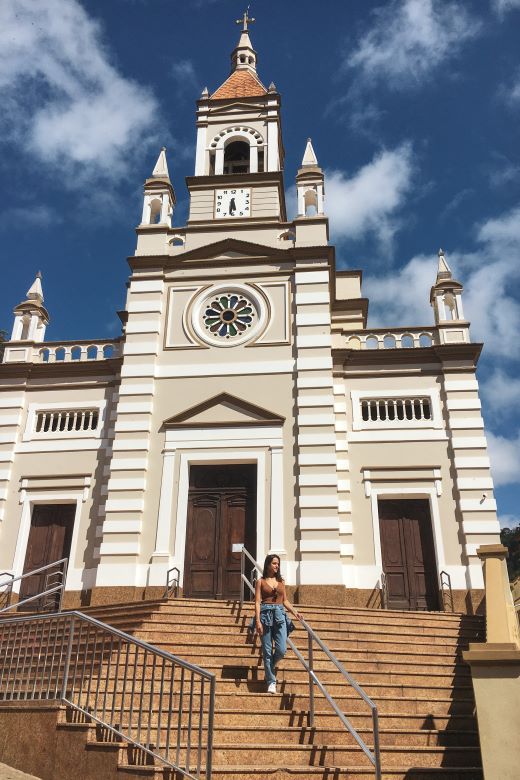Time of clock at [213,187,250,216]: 5:31
